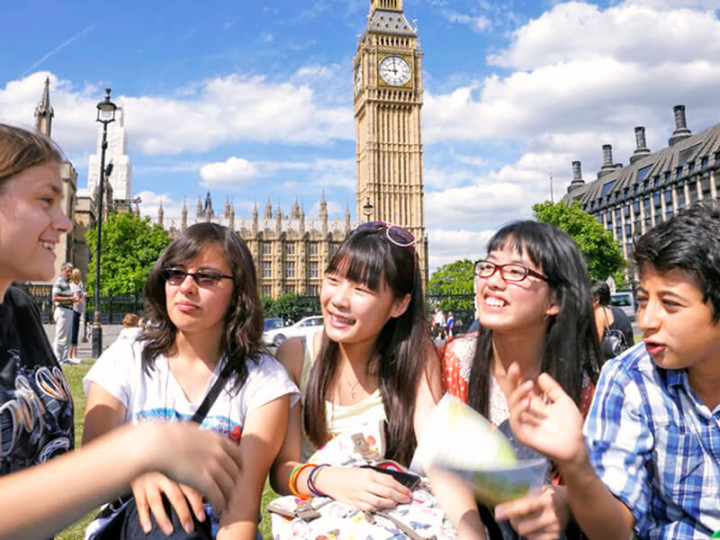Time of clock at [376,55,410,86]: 8:58
